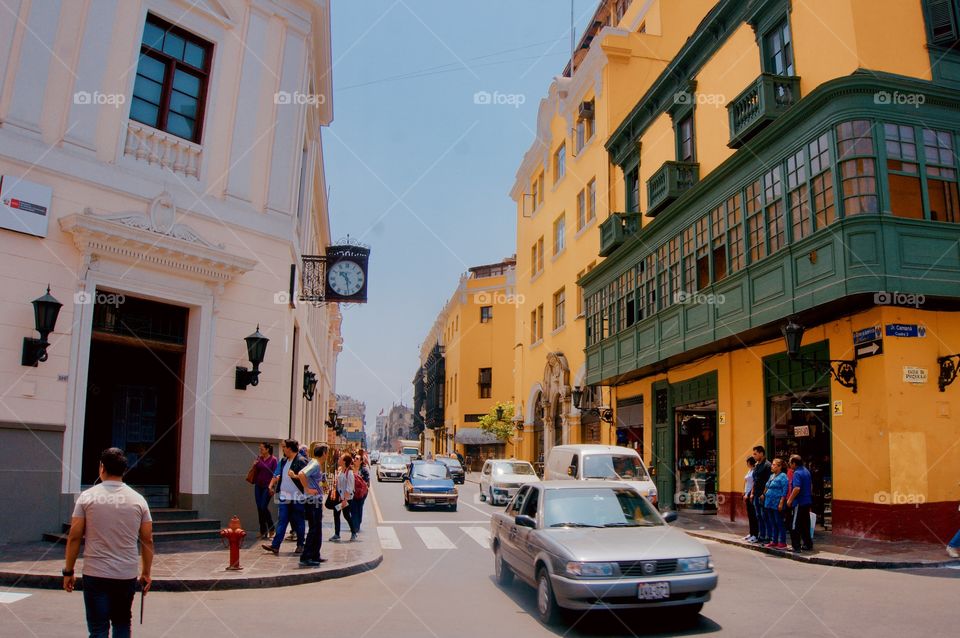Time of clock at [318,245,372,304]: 10:28
